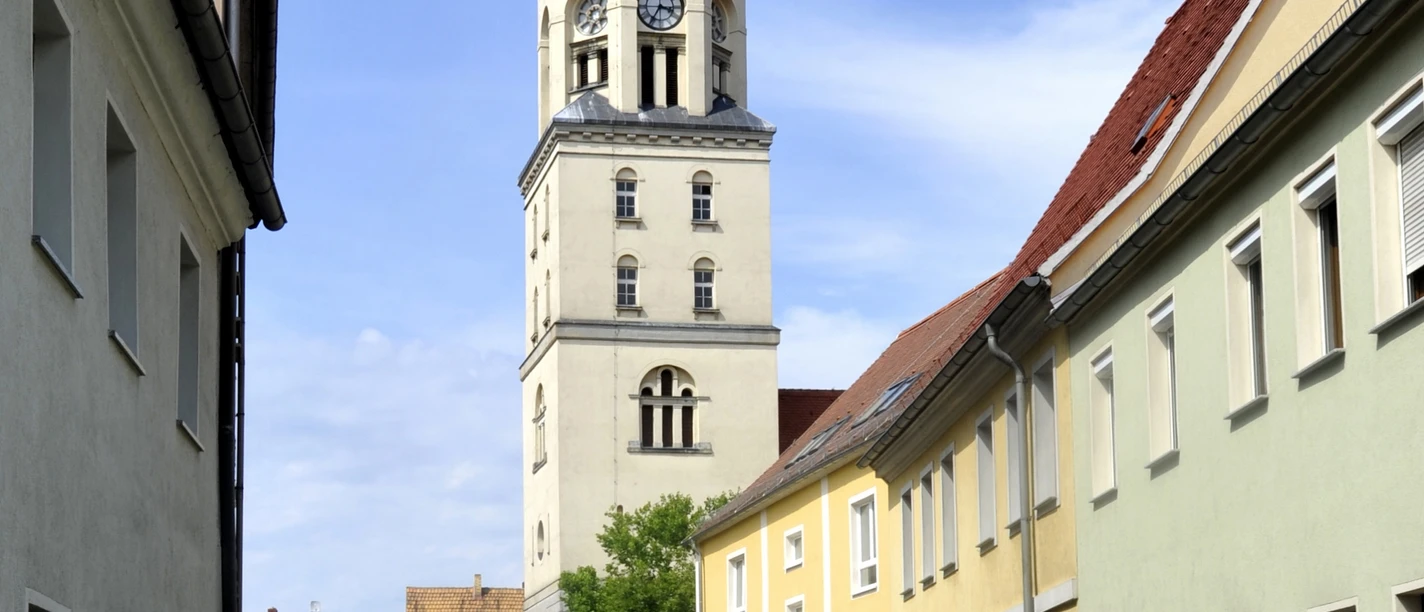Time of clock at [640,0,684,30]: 3:35
